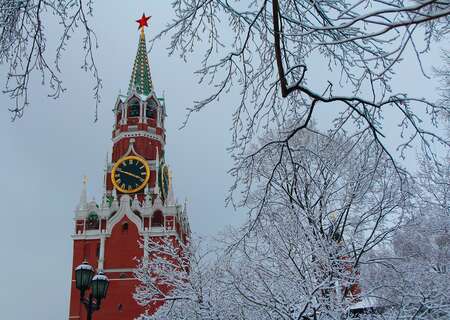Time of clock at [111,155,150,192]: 3:47
